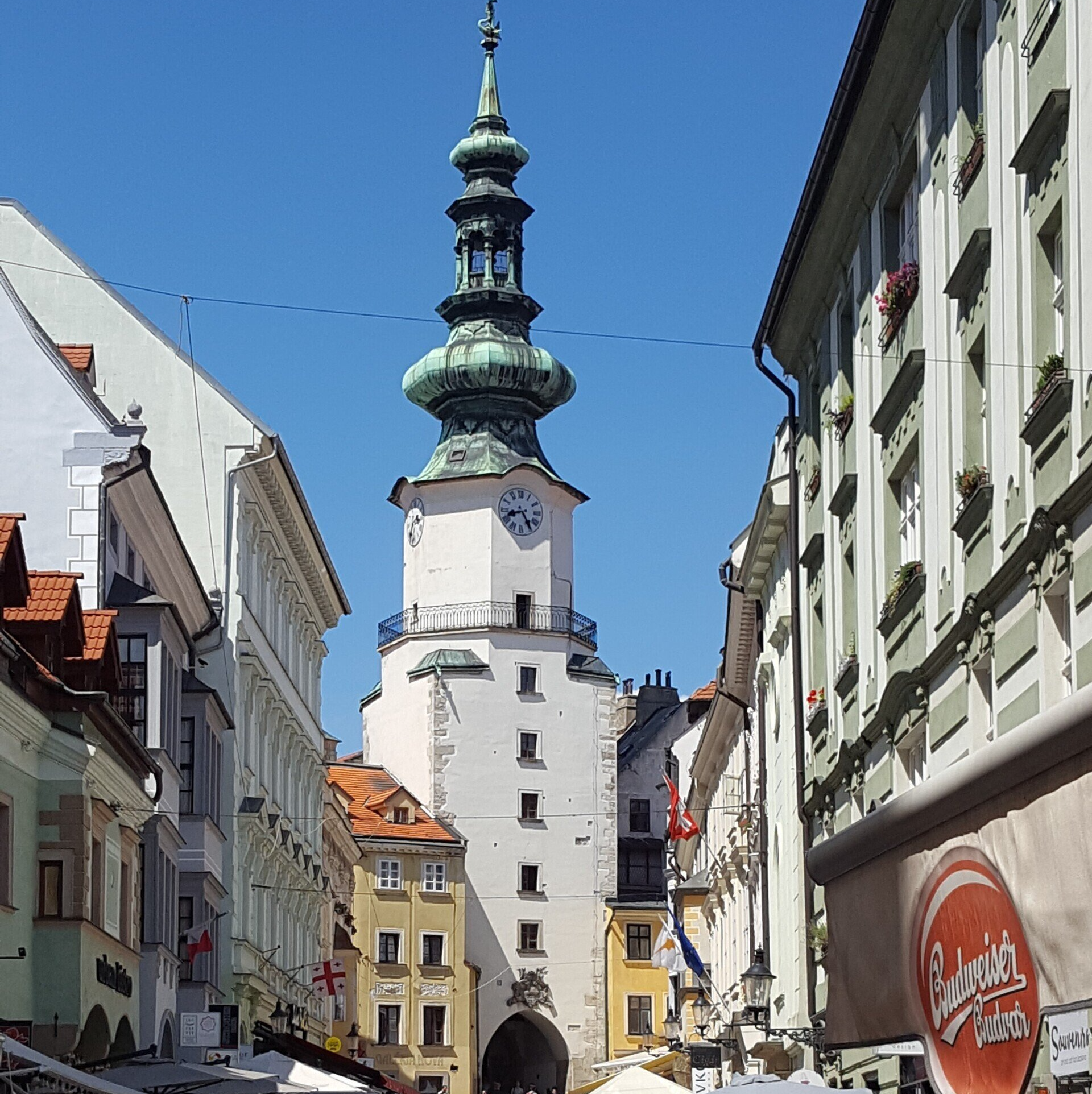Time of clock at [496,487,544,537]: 8:24
